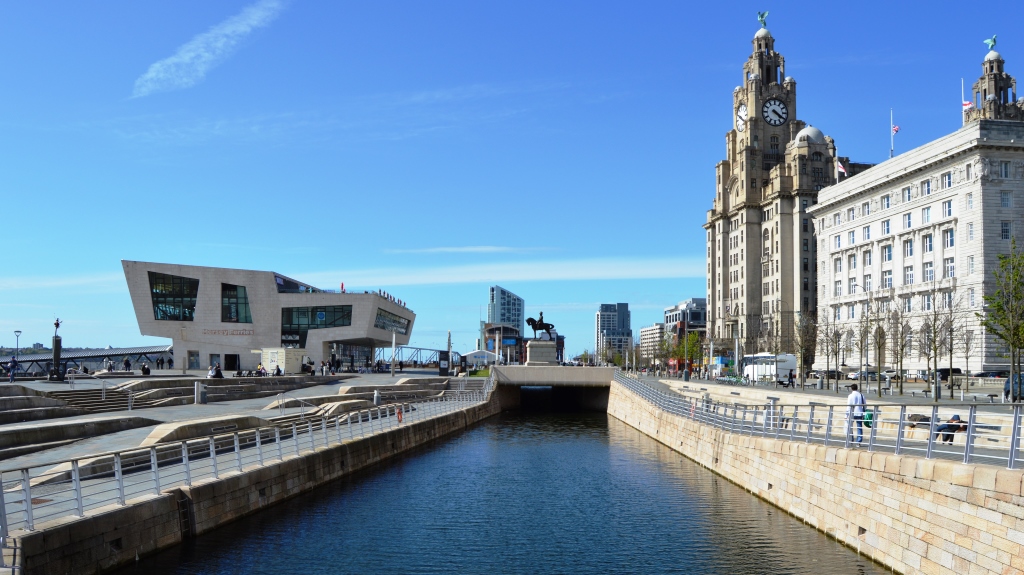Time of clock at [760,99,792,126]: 4:20
